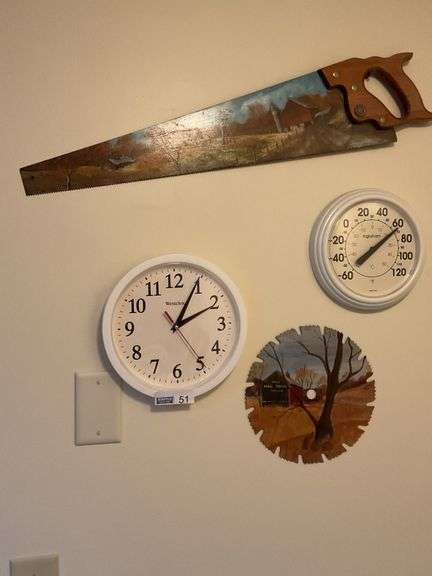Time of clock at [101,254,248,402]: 2:04
